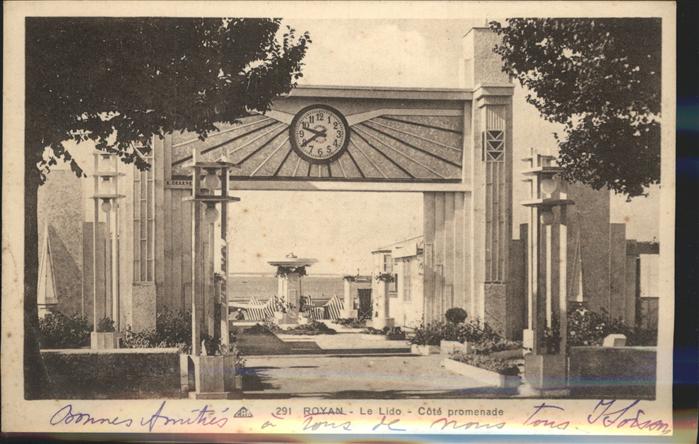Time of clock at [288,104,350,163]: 9:39
